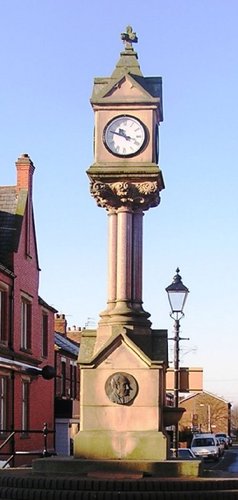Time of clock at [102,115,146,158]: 10:48
